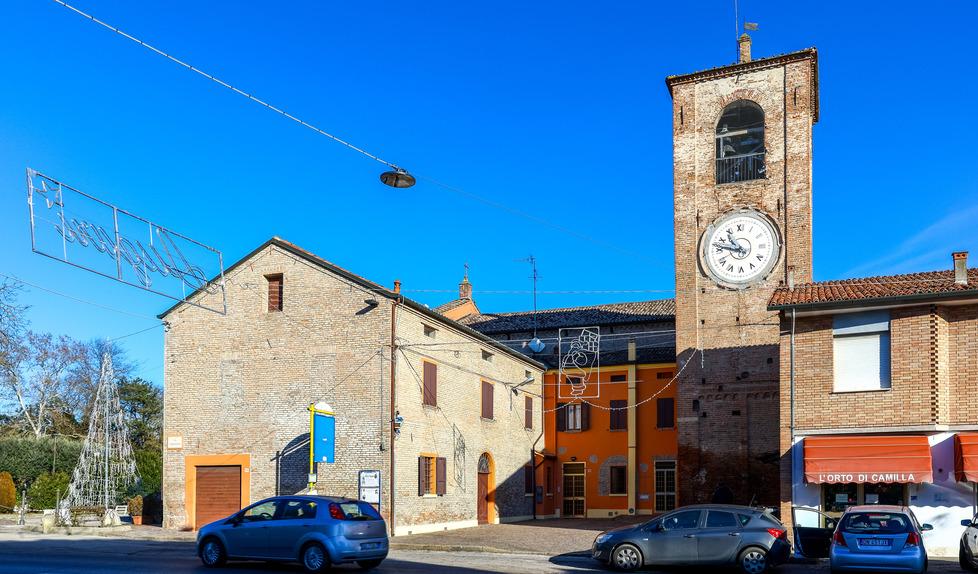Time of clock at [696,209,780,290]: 10:47
